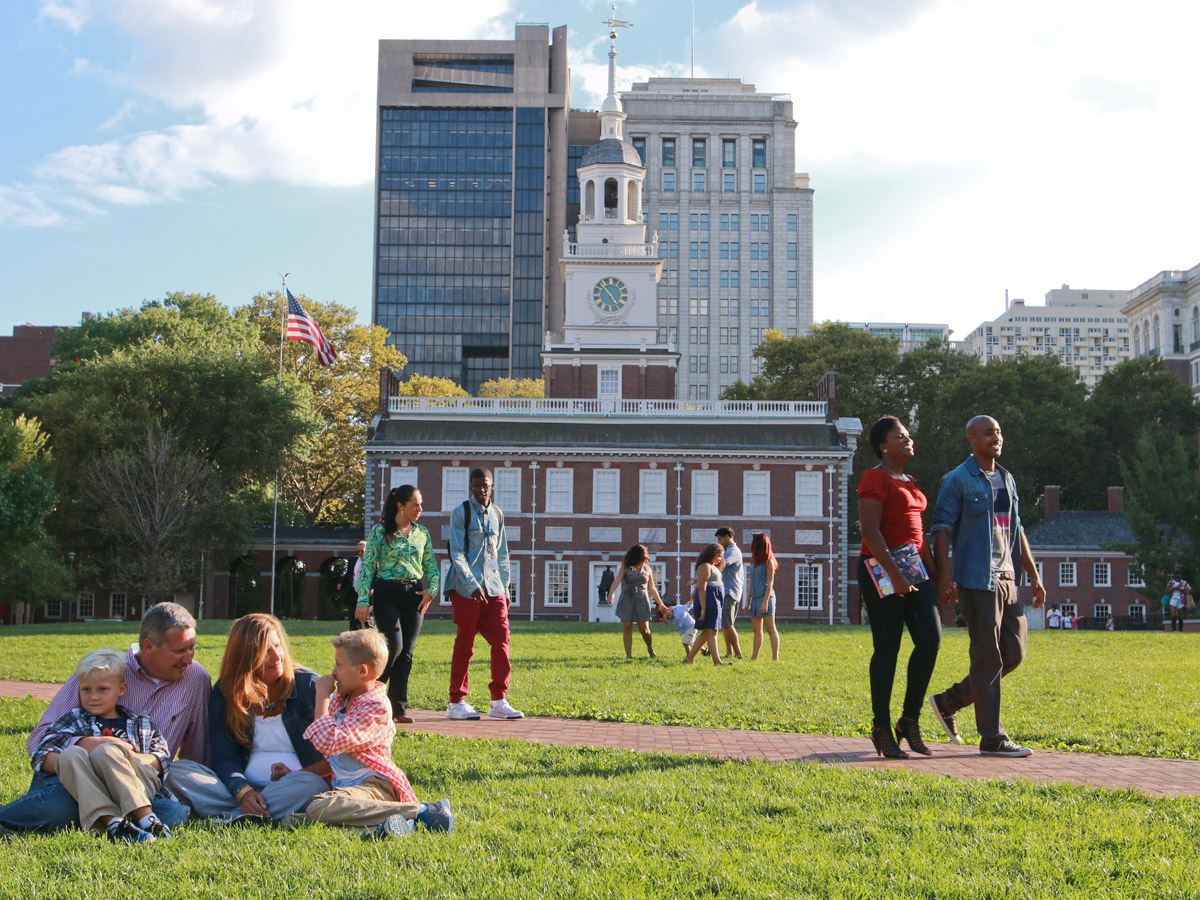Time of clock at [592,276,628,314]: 4:52
